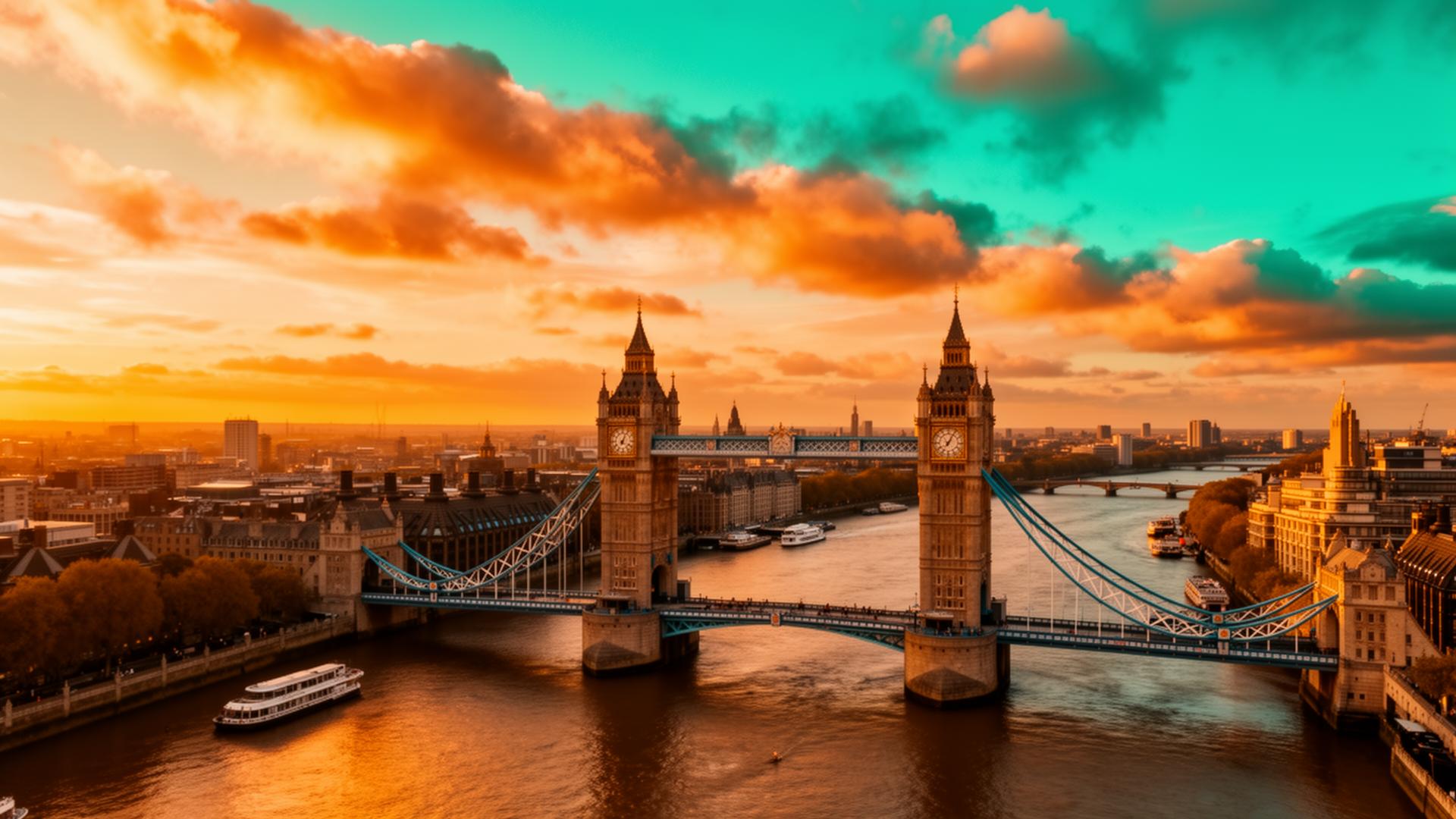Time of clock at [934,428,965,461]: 7:04
